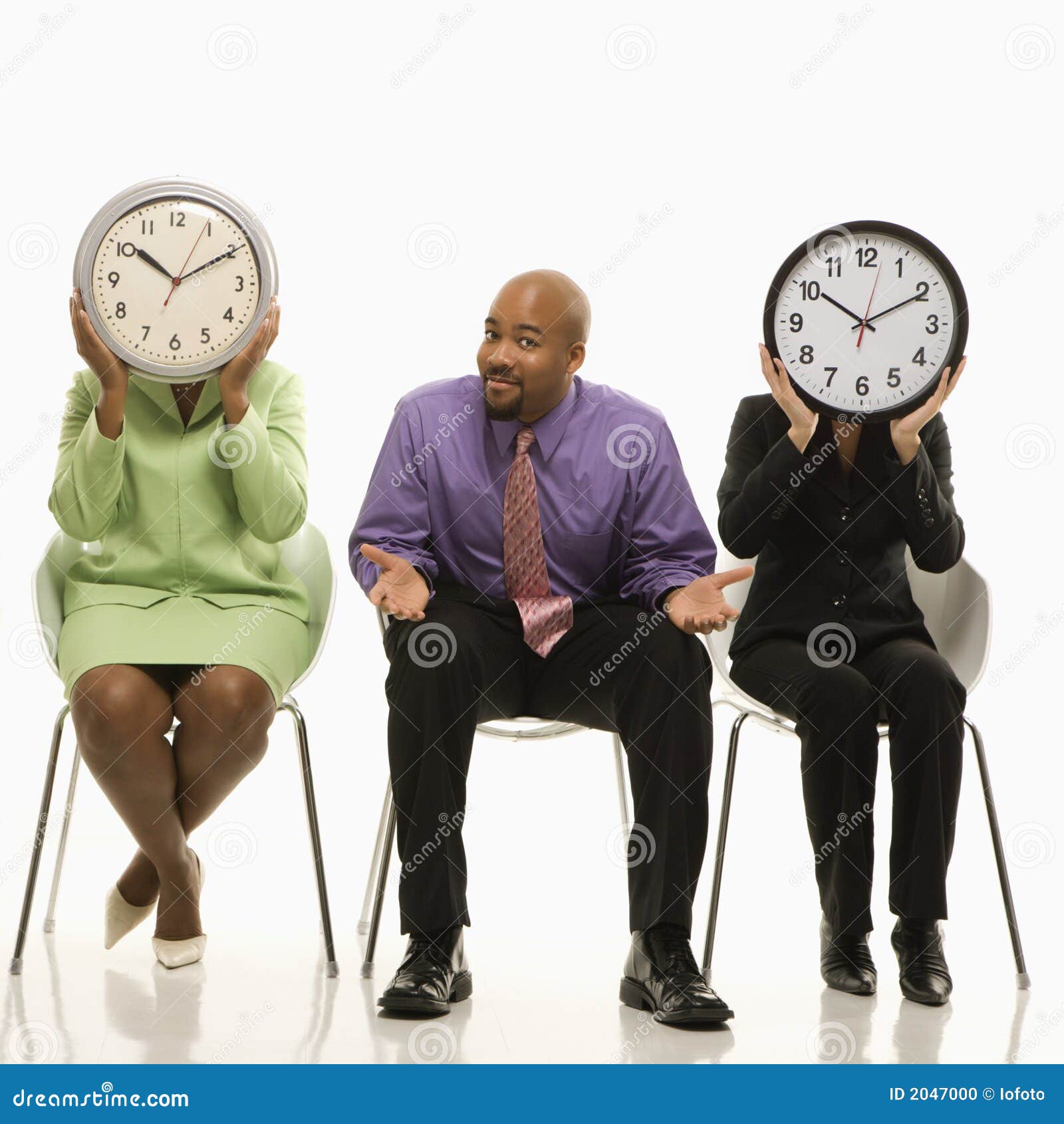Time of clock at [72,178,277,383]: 10:10
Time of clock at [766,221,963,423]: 10:10
